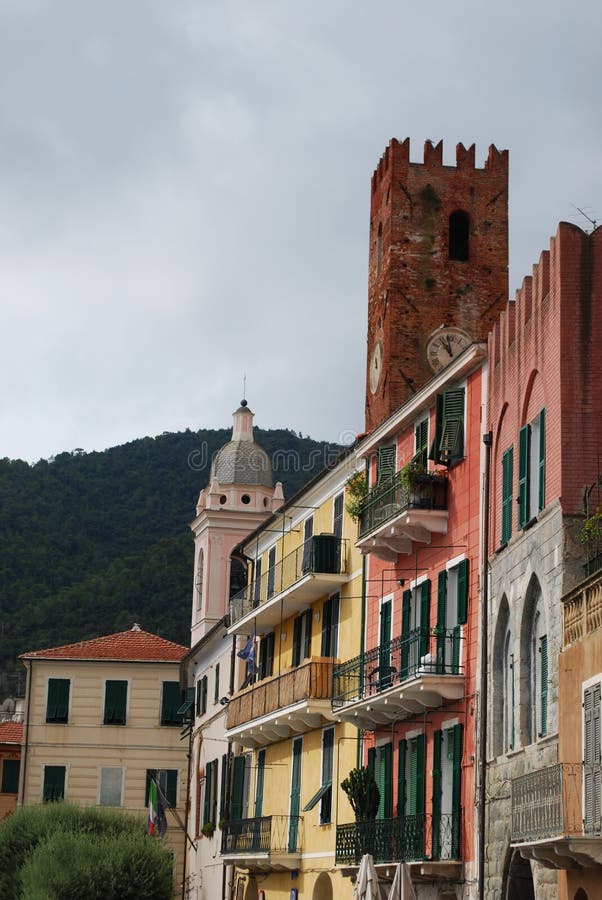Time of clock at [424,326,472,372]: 10:58
